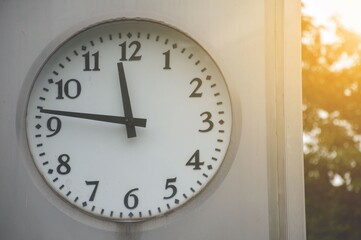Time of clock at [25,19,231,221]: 11:46
